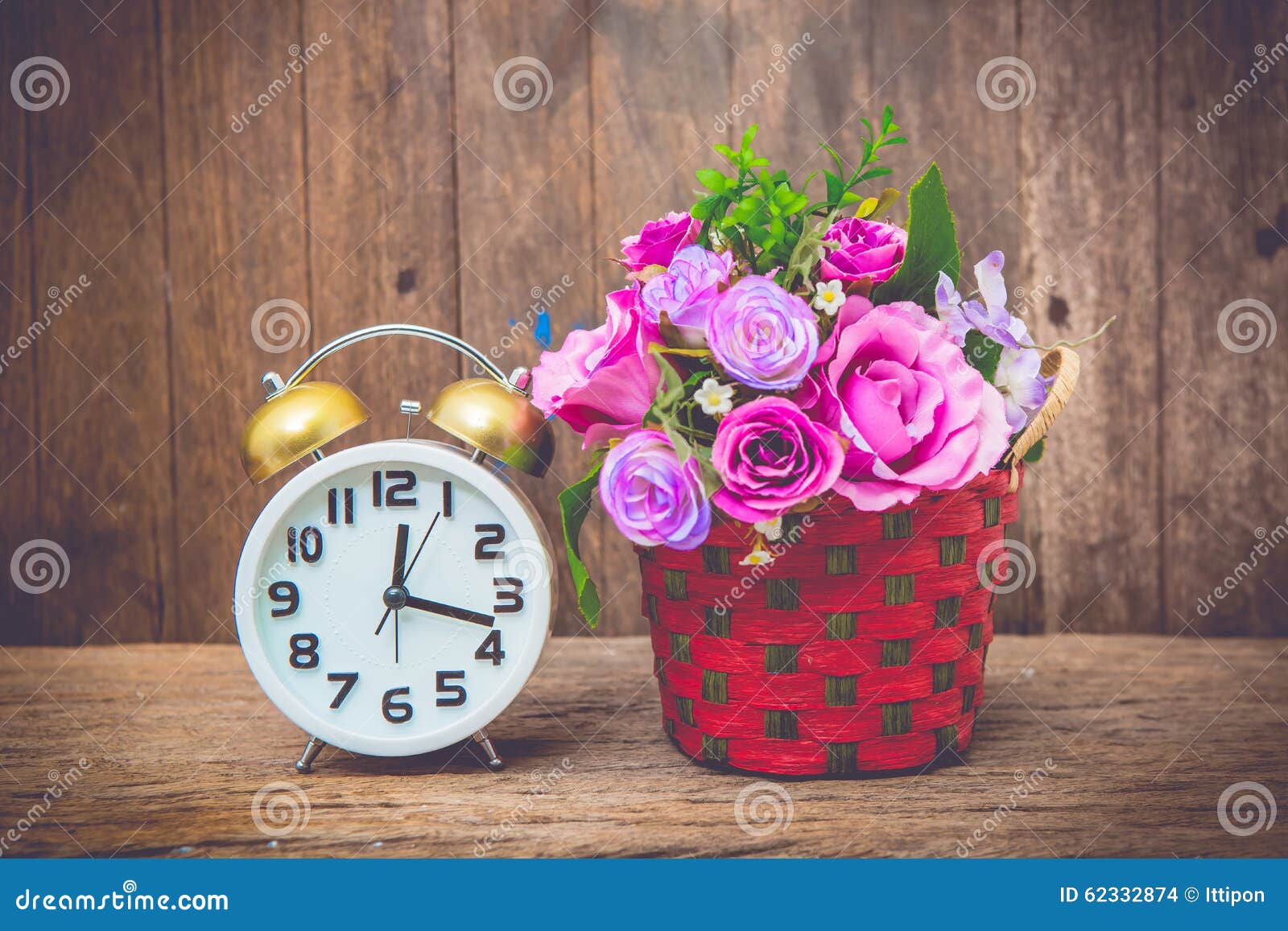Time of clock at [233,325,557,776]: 12:17
